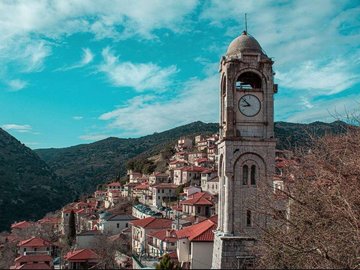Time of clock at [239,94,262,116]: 8:52
